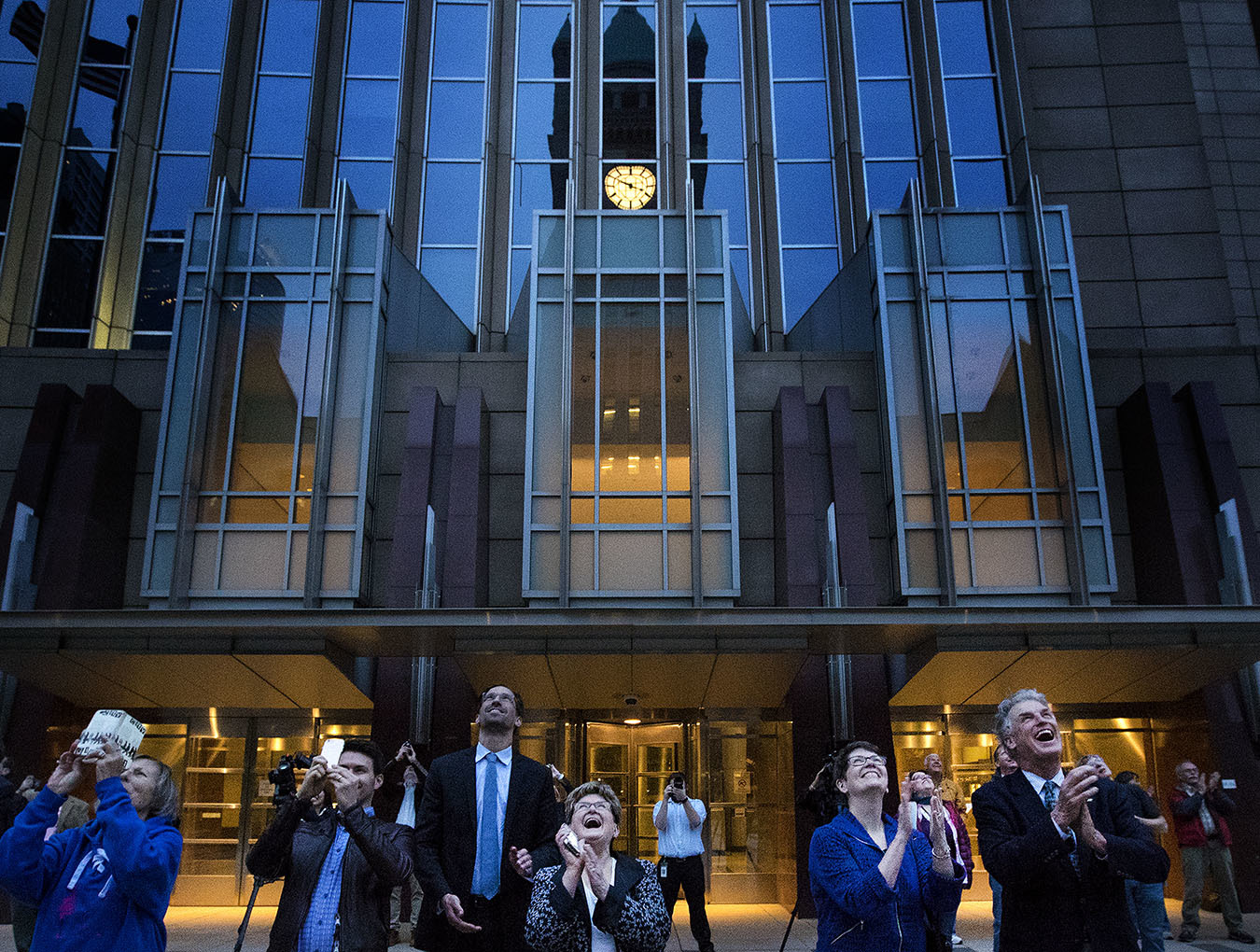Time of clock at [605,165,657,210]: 3:49
